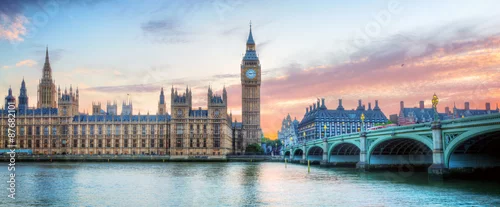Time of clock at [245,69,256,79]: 9:13
